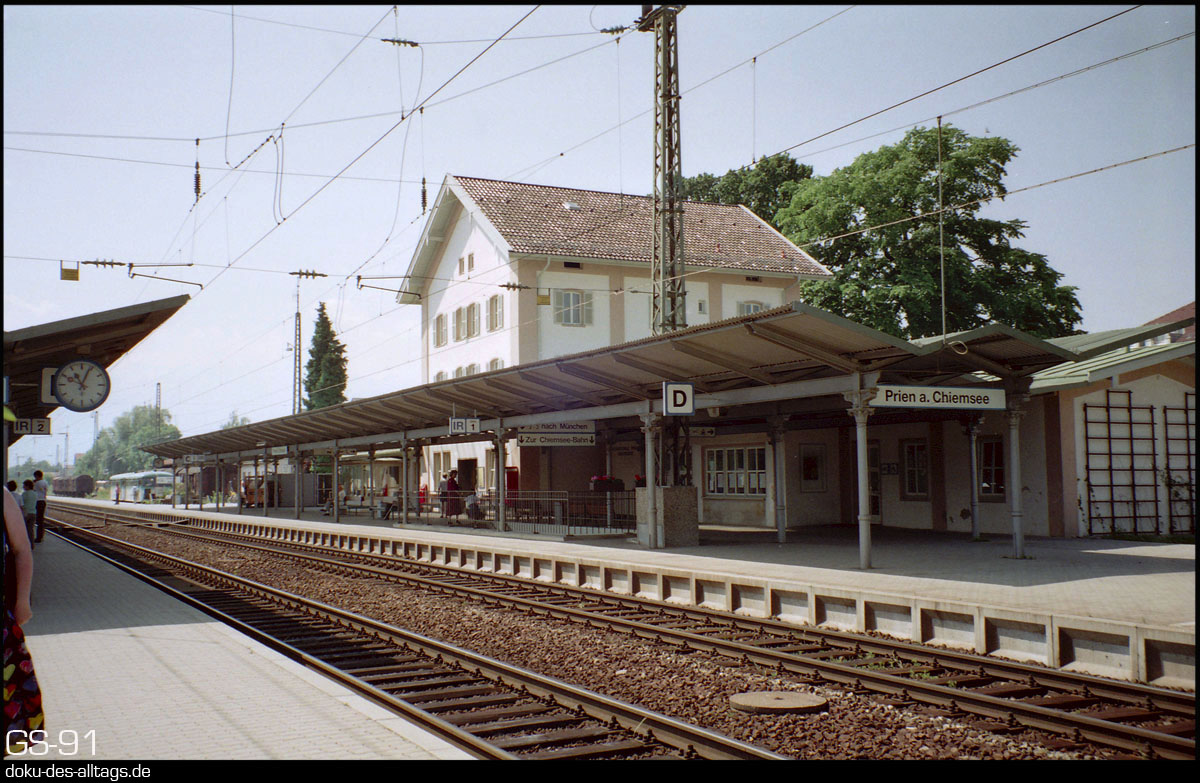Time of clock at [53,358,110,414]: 11:03
